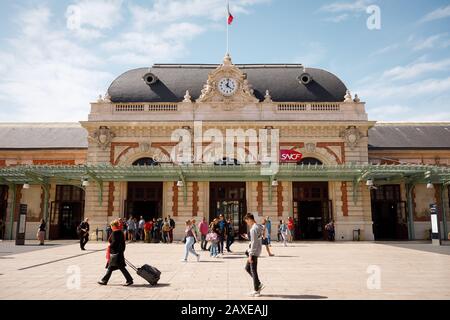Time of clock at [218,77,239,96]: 4:01
